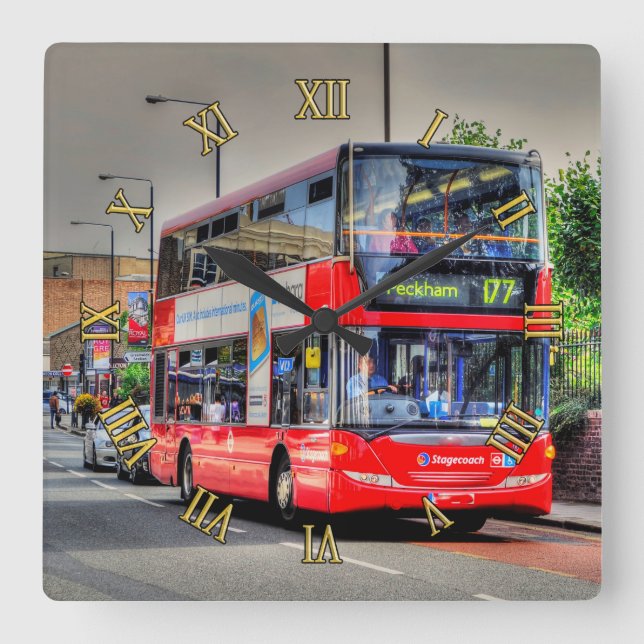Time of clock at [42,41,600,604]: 10:14
